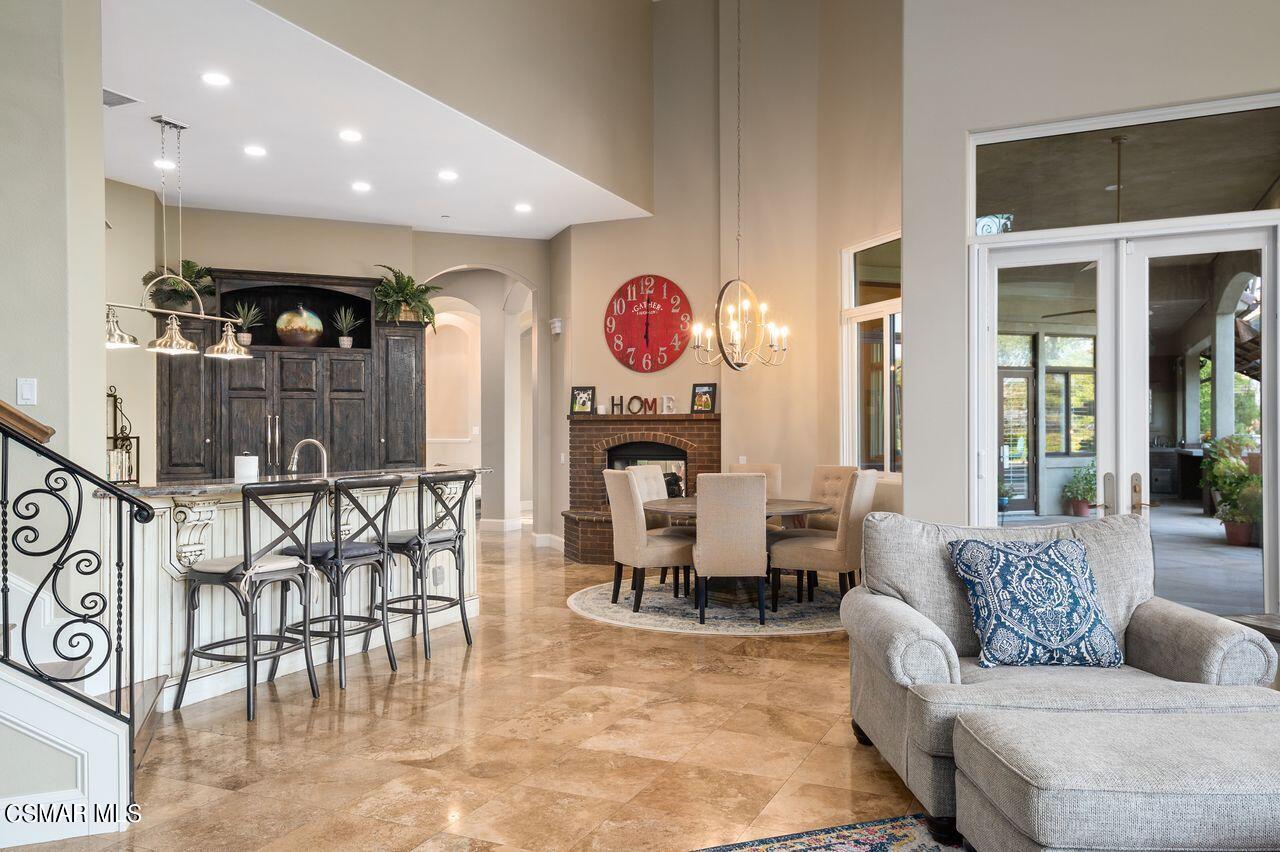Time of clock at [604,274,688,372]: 6:00
